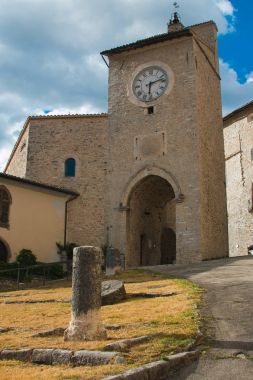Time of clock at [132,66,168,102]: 6:12
